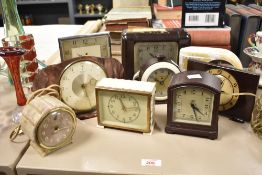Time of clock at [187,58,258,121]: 4:27
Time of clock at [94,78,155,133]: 2:57
